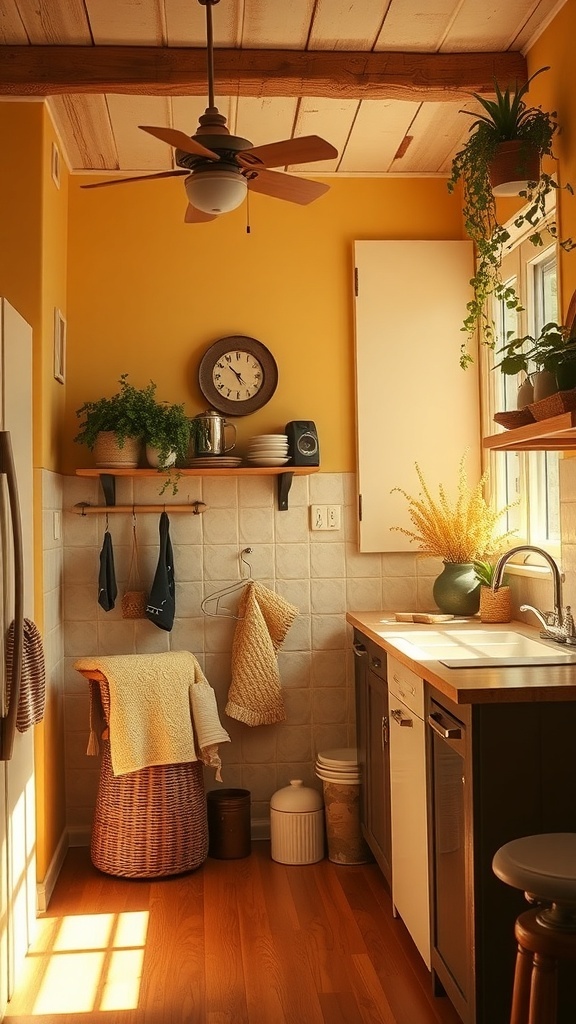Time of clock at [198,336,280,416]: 4:52
